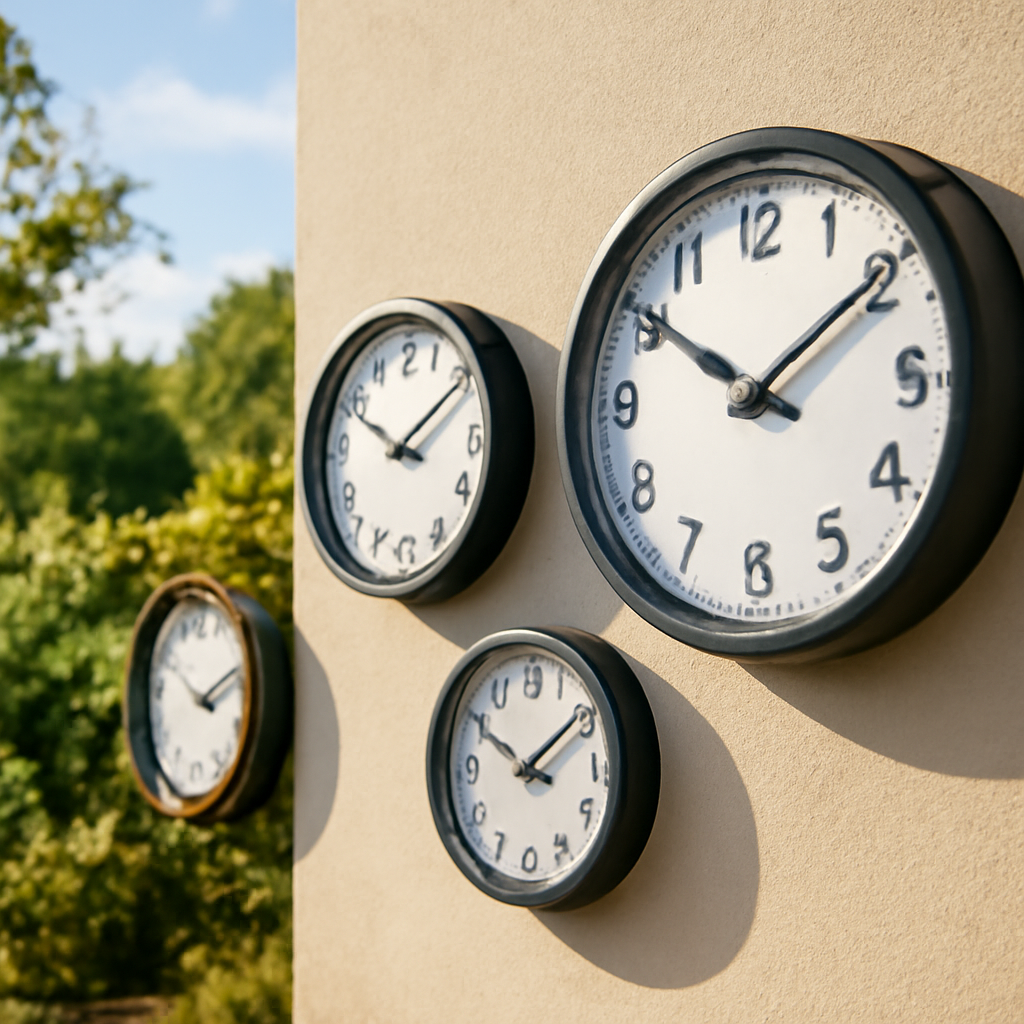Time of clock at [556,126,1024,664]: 10:09
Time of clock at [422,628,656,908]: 10:09
